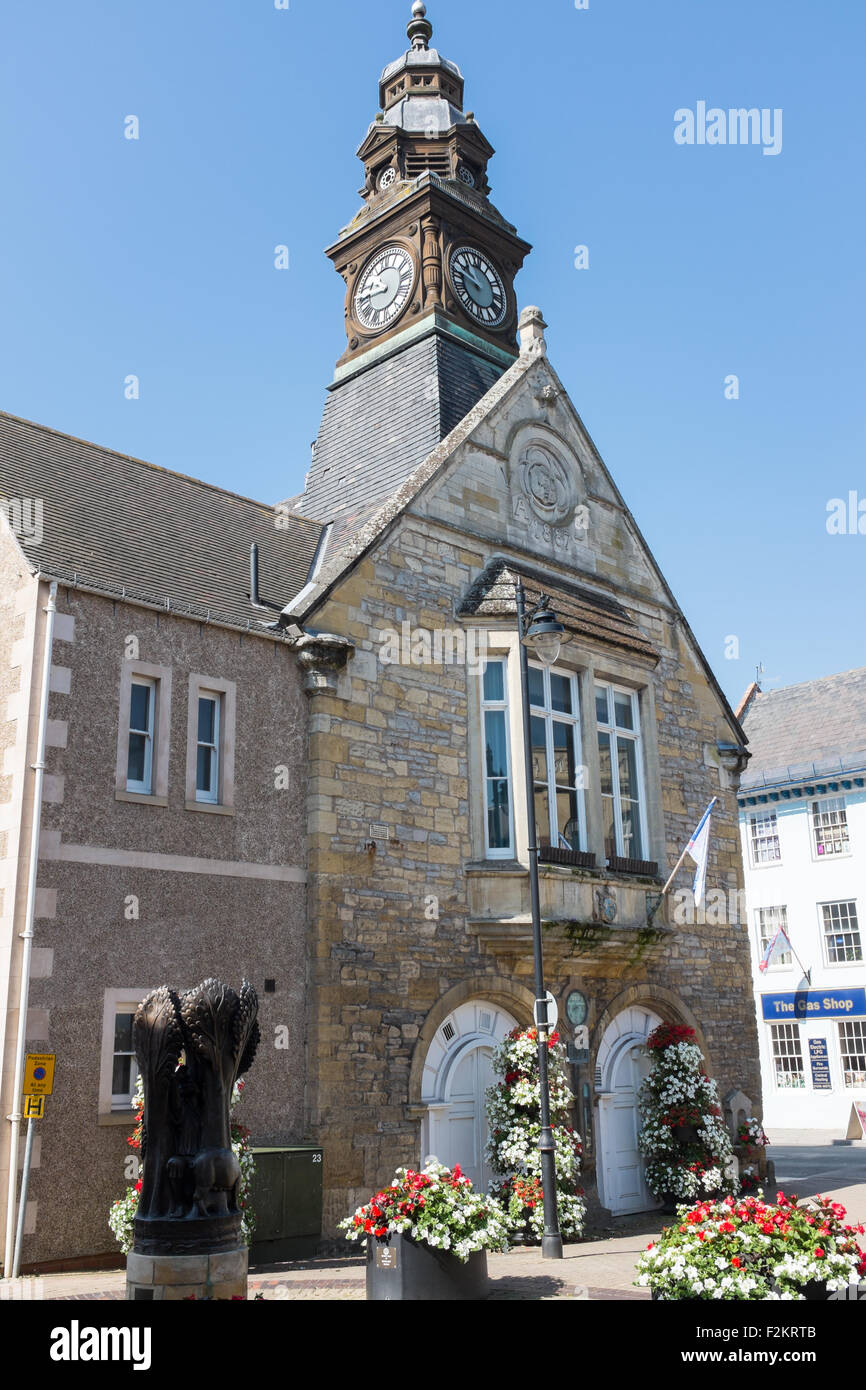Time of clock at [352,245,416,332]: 9:45
